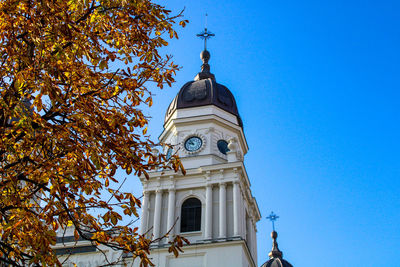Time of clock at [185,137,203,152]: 9:53
